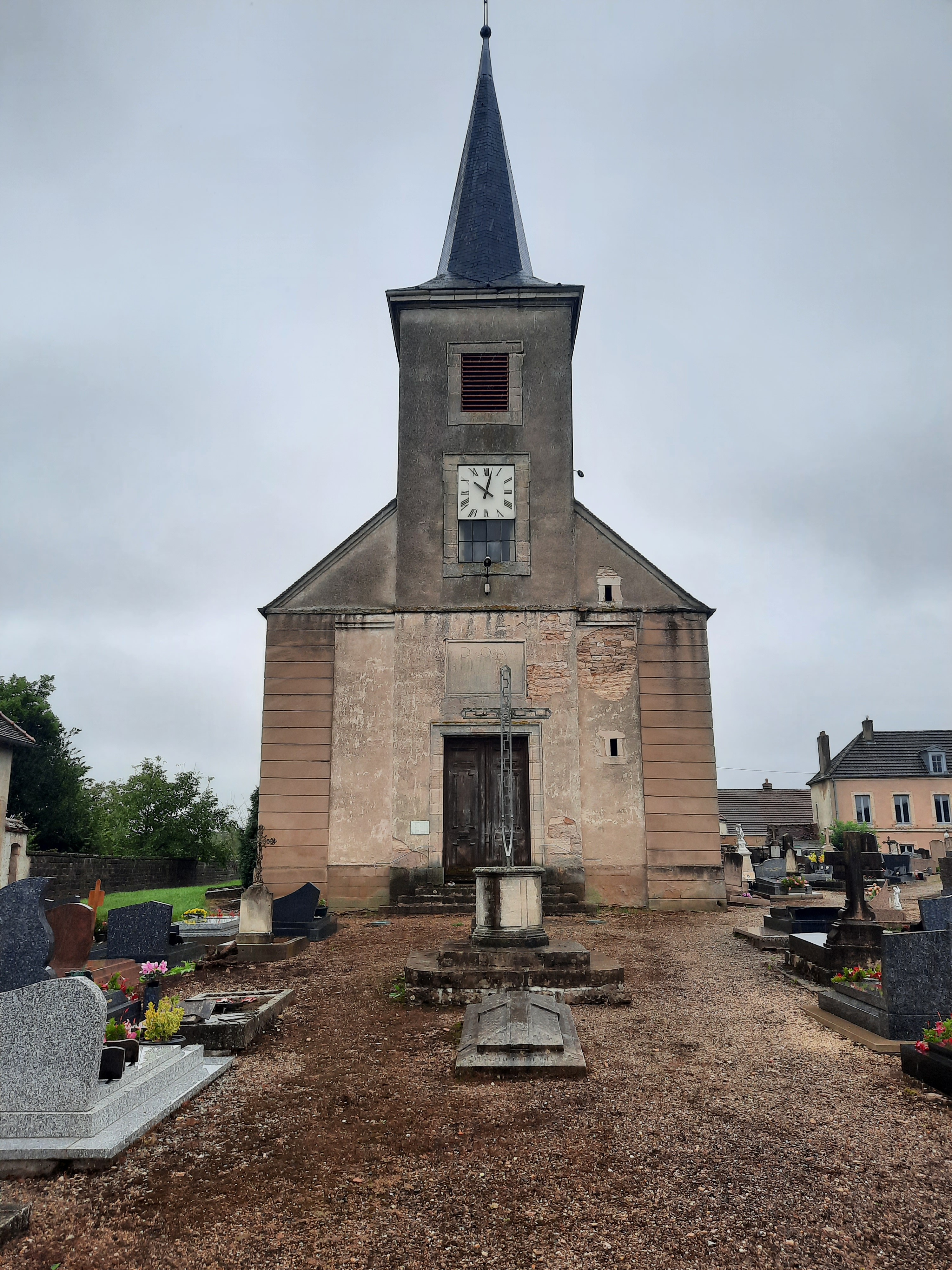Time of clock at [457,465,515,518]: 10:02
